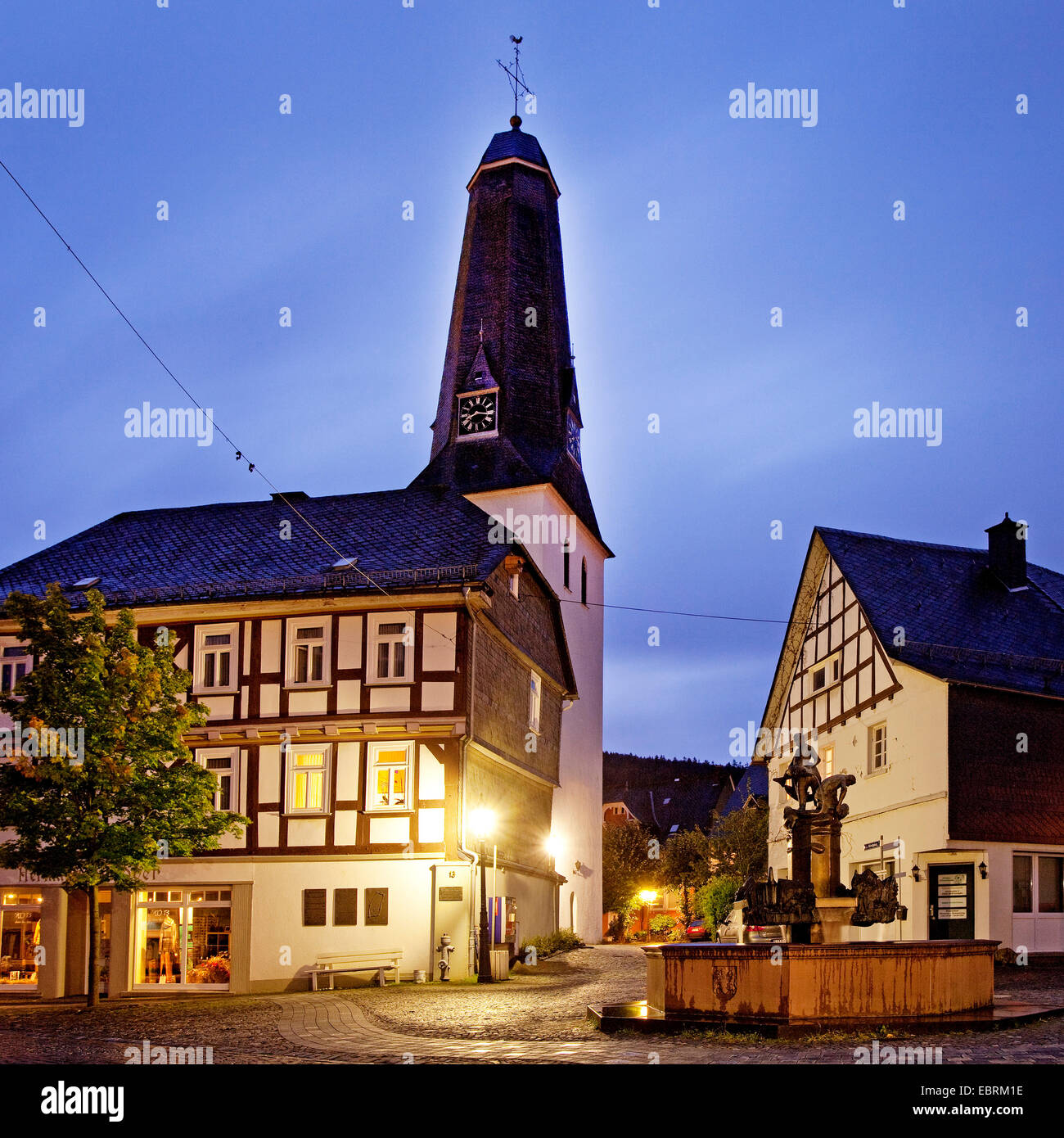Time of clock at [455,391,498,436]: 8:16
